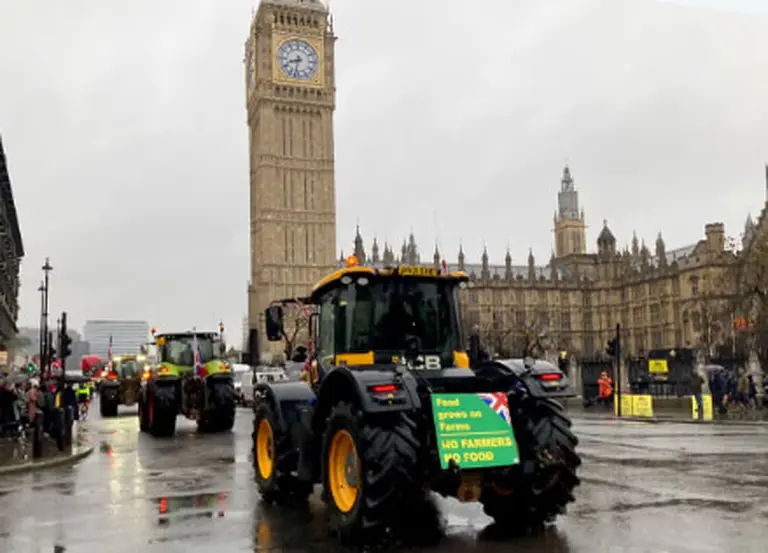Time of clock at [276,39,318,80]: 8:32
